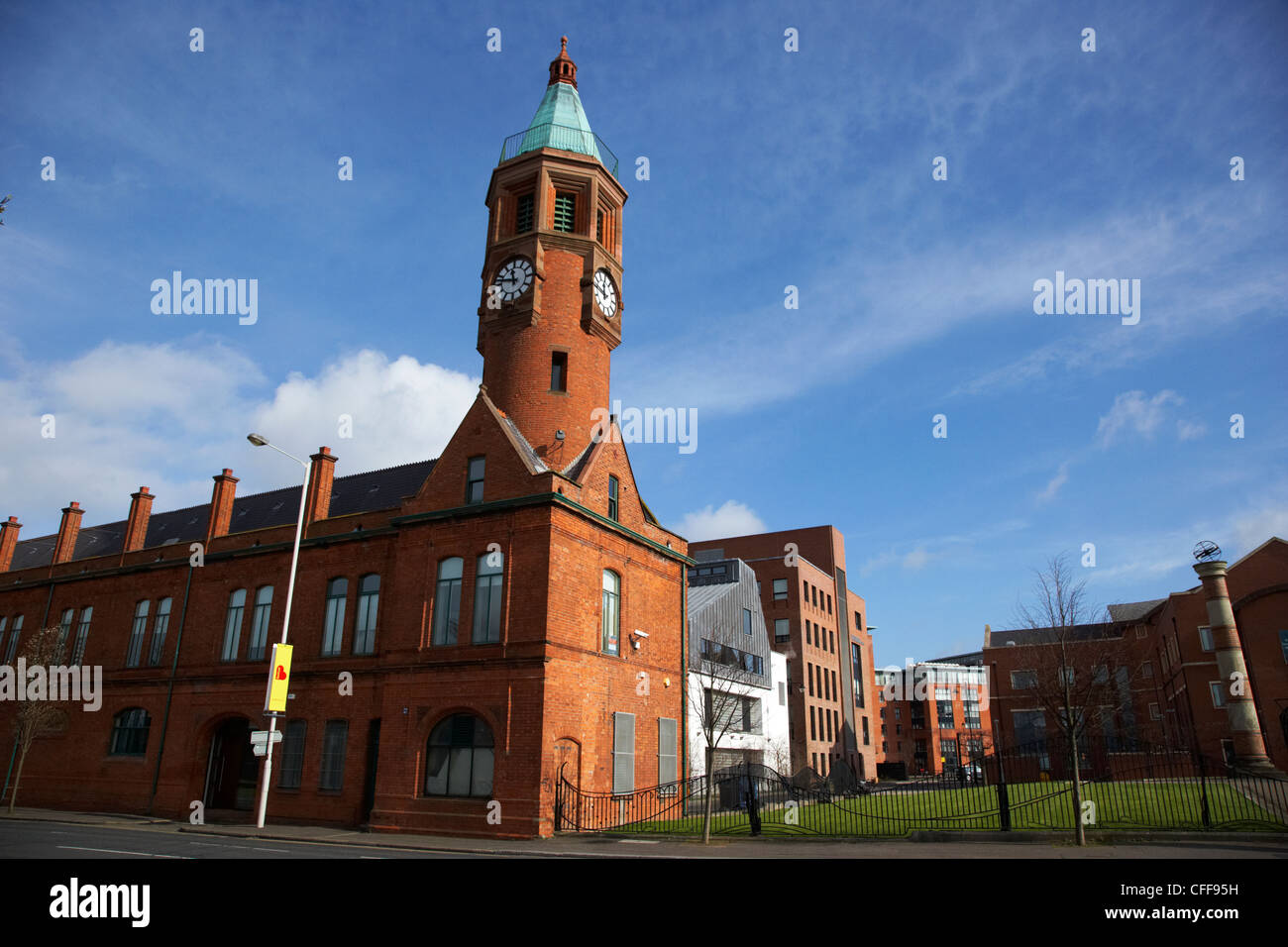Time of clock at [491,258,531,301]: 11:46
